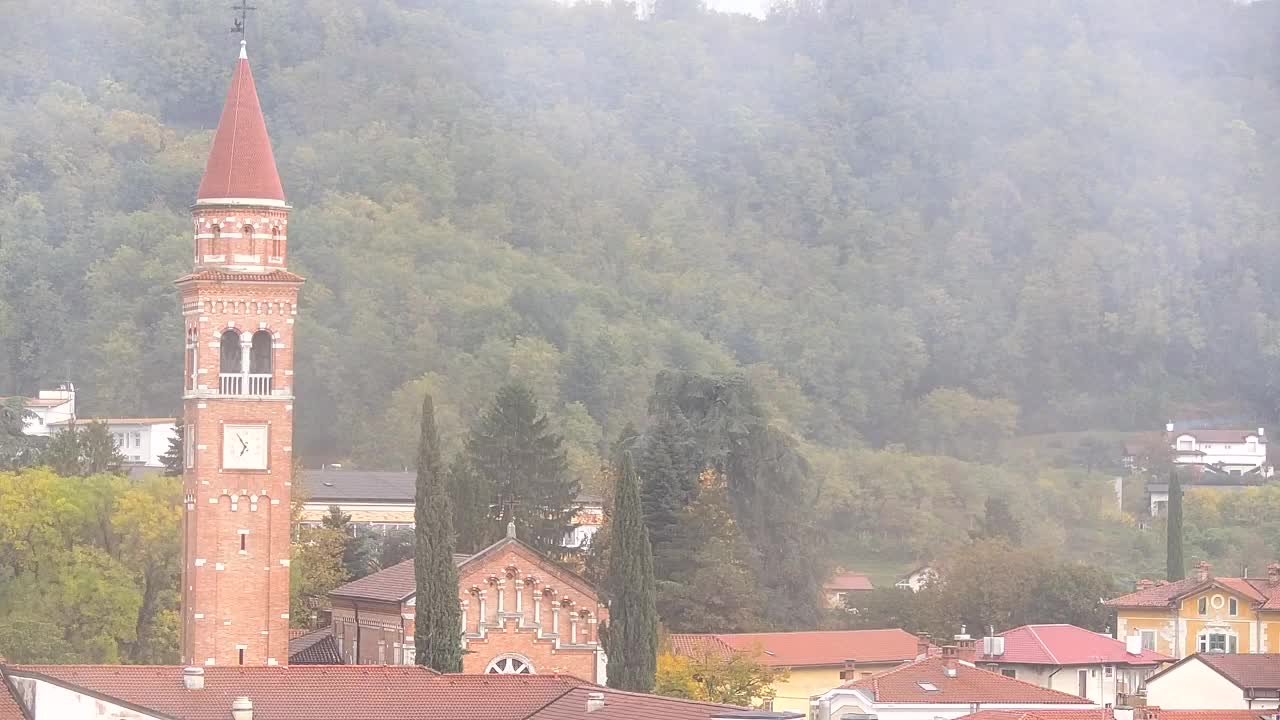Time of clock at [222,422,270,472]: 6:54
